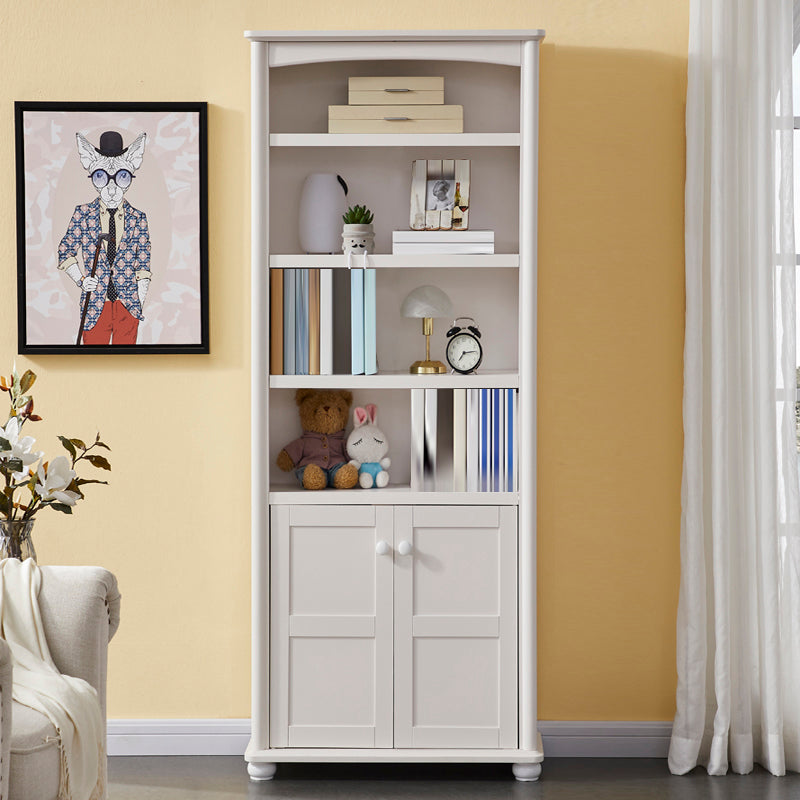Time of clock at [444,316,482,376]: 7:13
